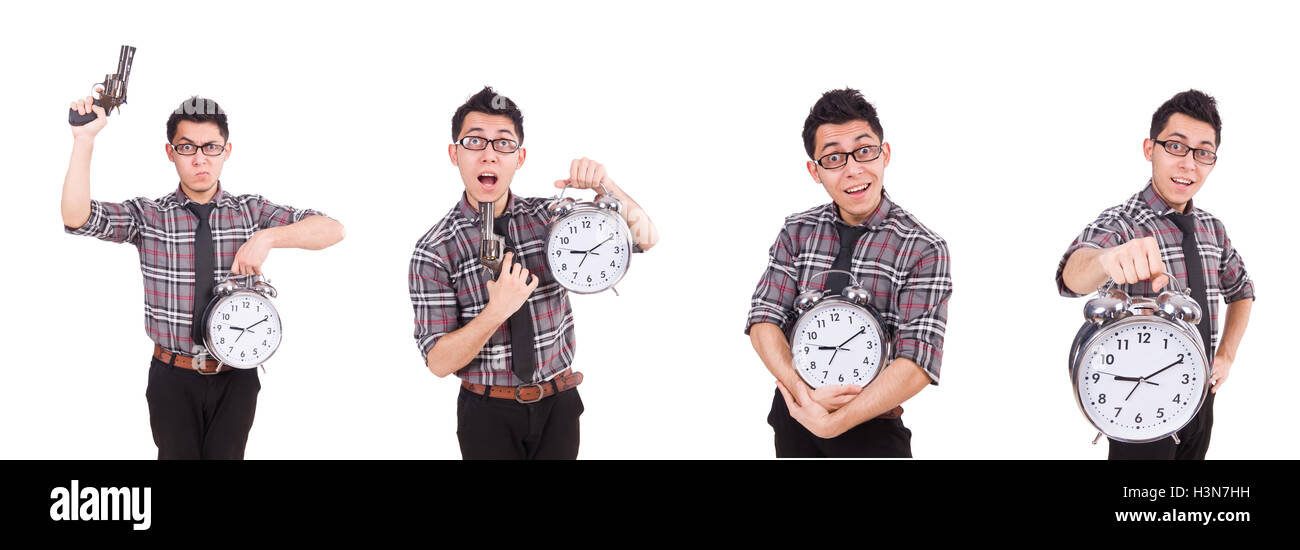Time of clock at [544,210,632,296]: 9:10
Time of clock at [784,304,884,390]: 9:10
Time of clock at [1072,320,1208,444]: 9:10
